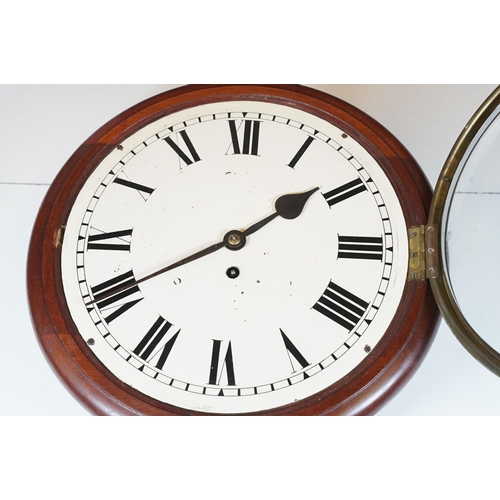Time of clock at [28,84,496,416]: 1:40
